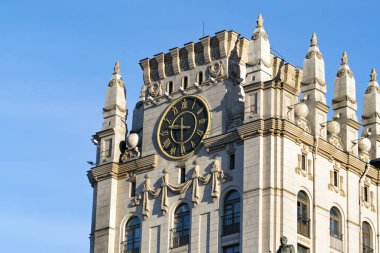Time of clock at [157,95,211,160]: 11:47
